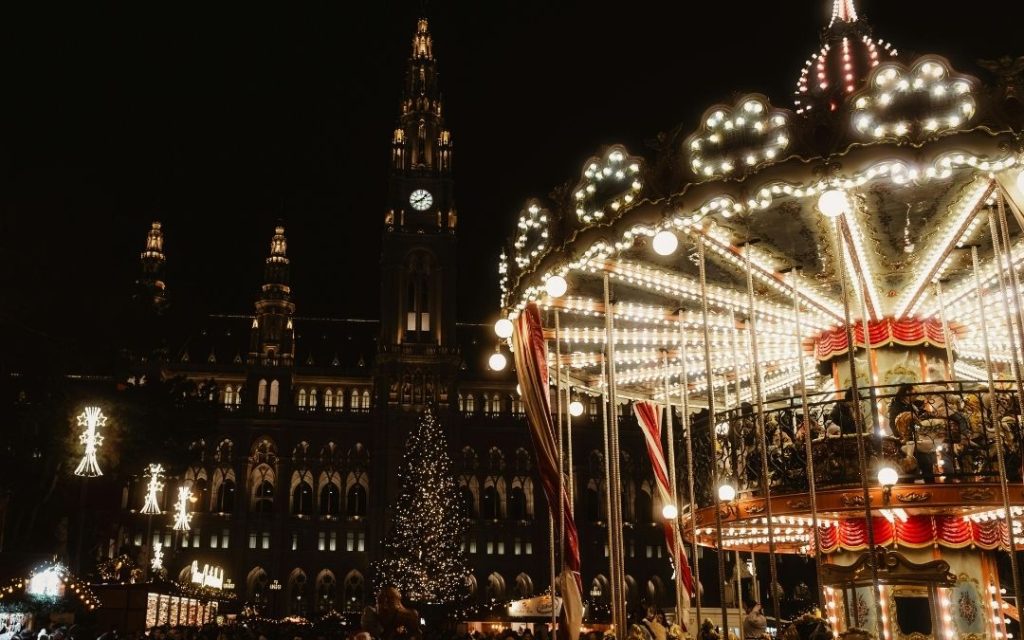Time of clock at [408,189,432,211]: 8:07
